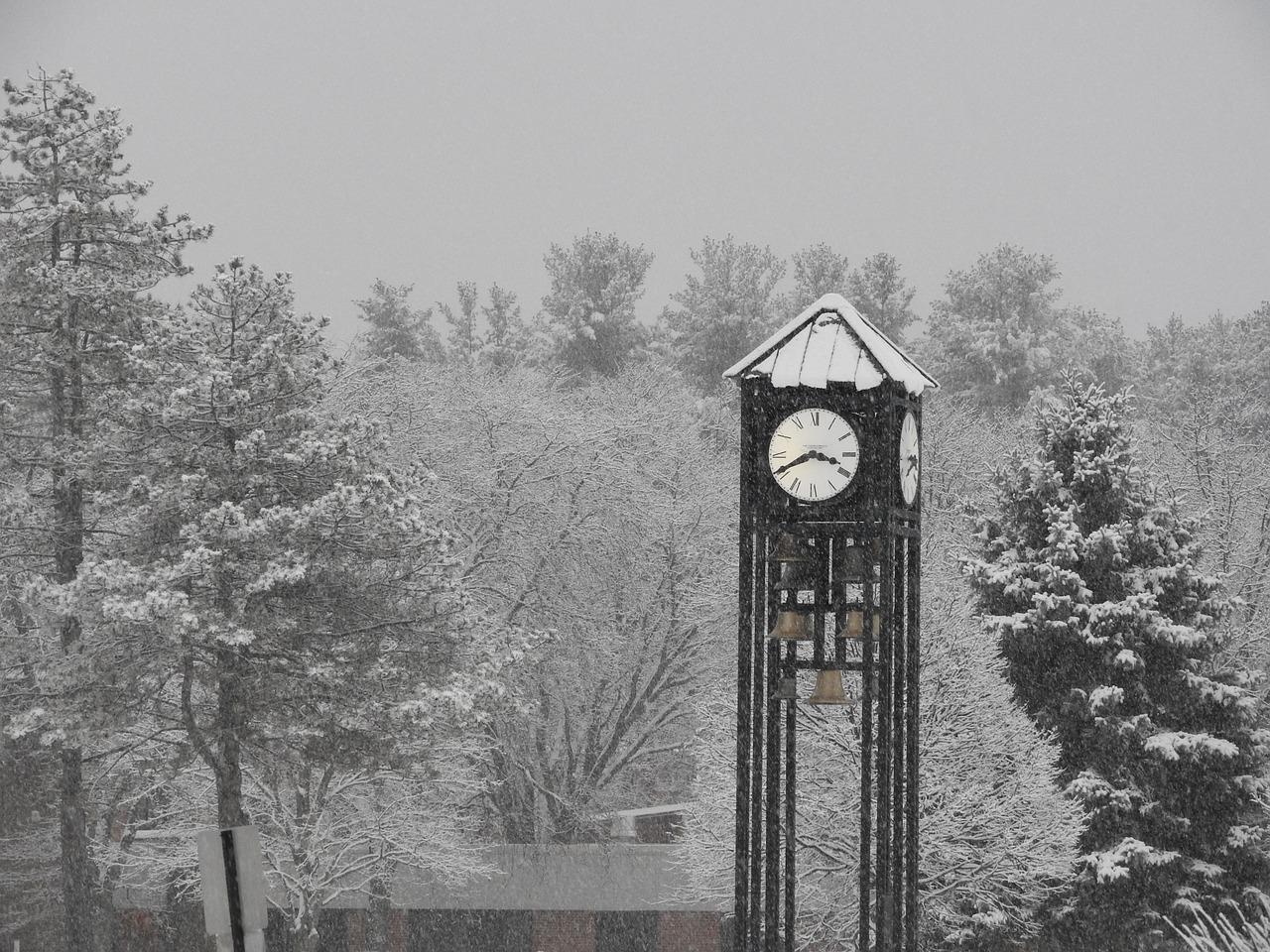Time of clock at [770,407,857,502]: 3:40
